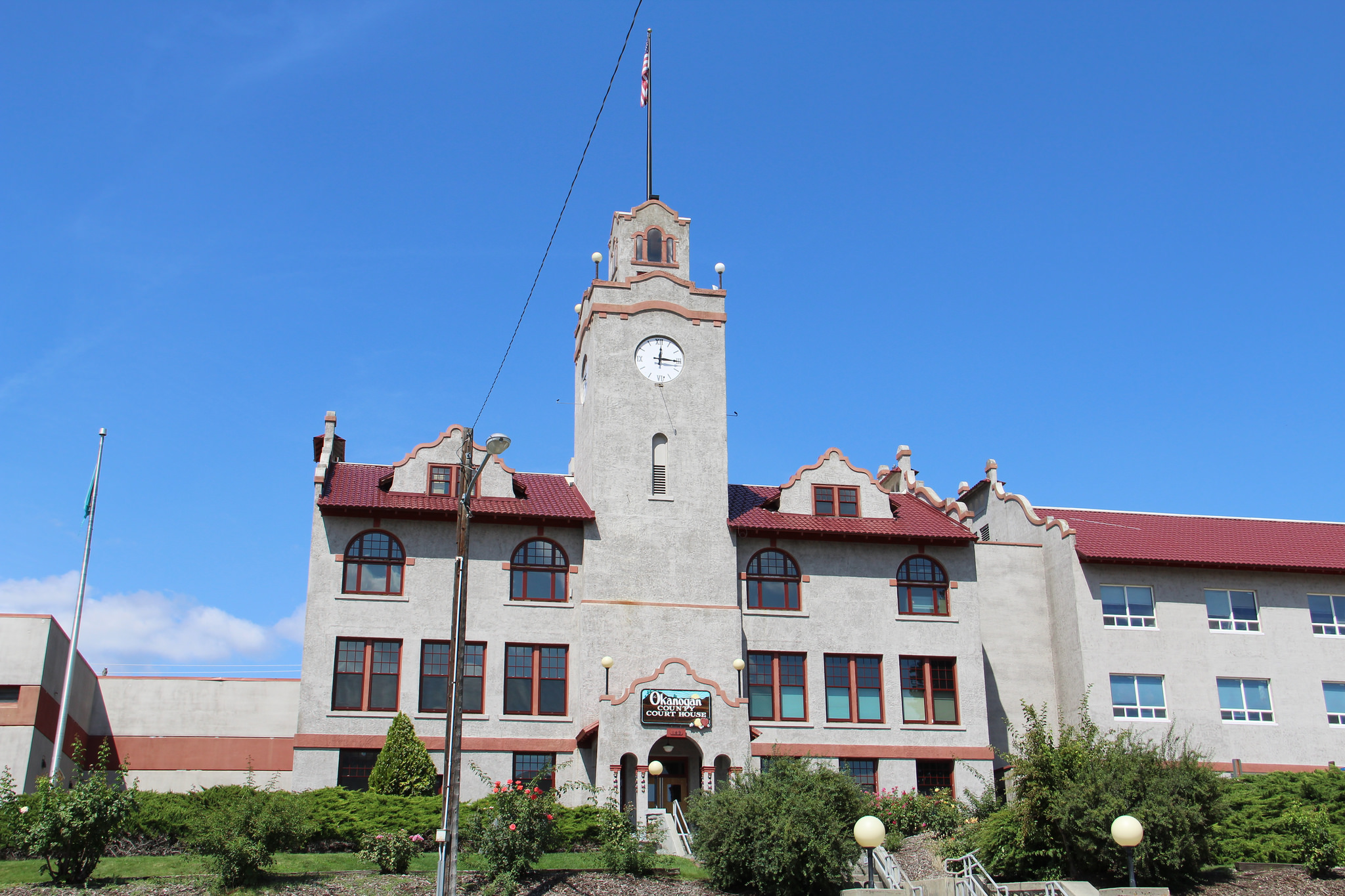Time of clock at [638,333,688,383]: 12:15
